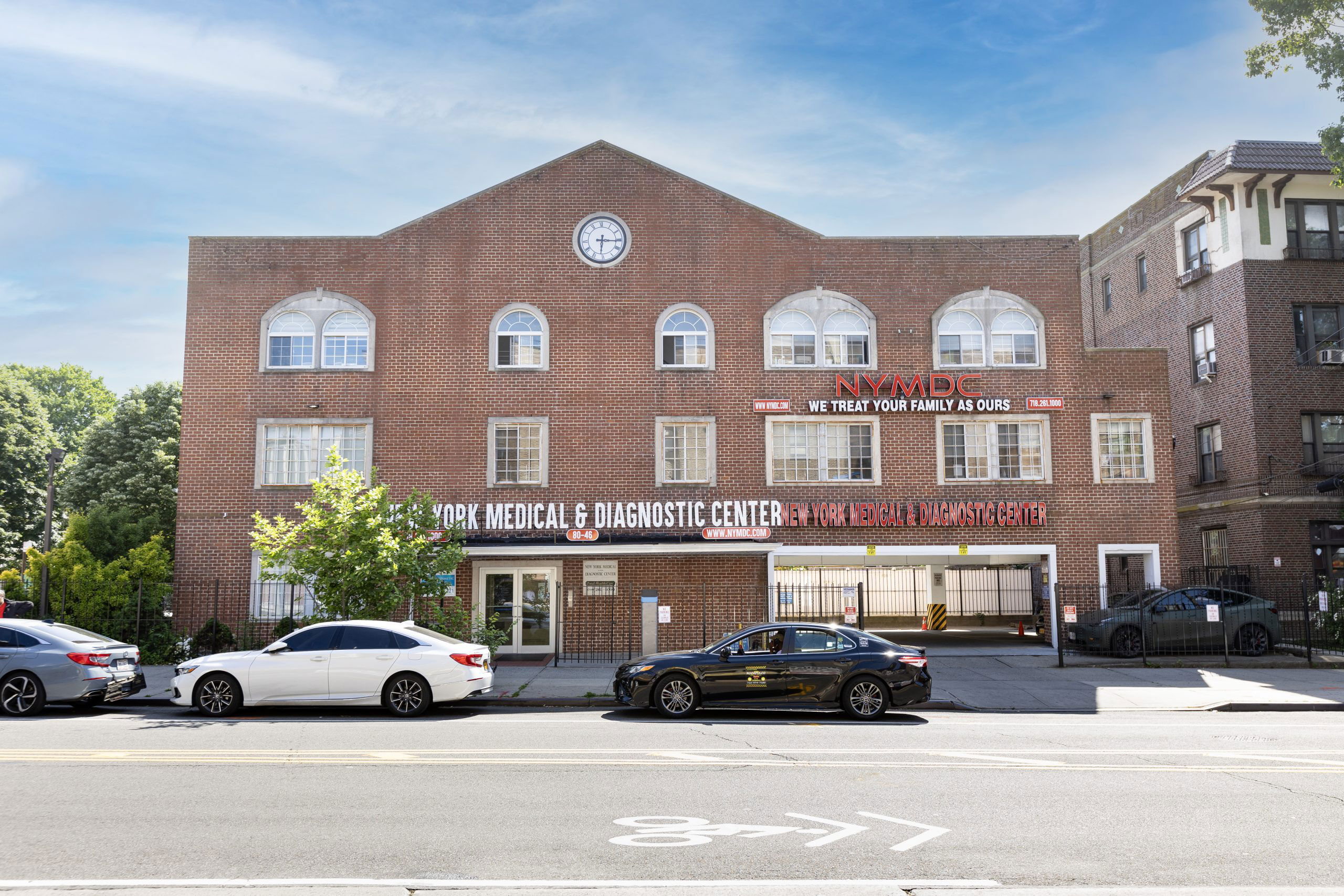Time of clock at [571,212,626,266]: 6:15
